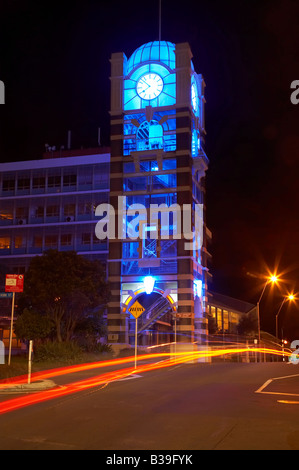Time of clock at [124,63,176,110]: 7:52
